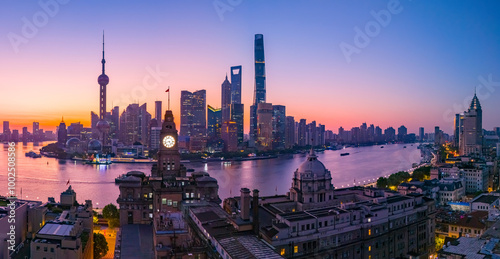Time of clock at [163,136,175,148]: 4:42
